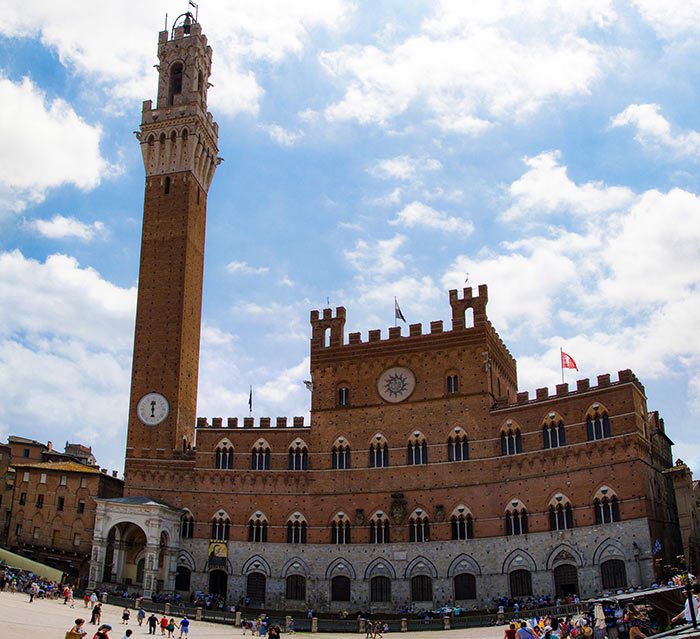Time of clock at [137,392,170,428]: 5:59
